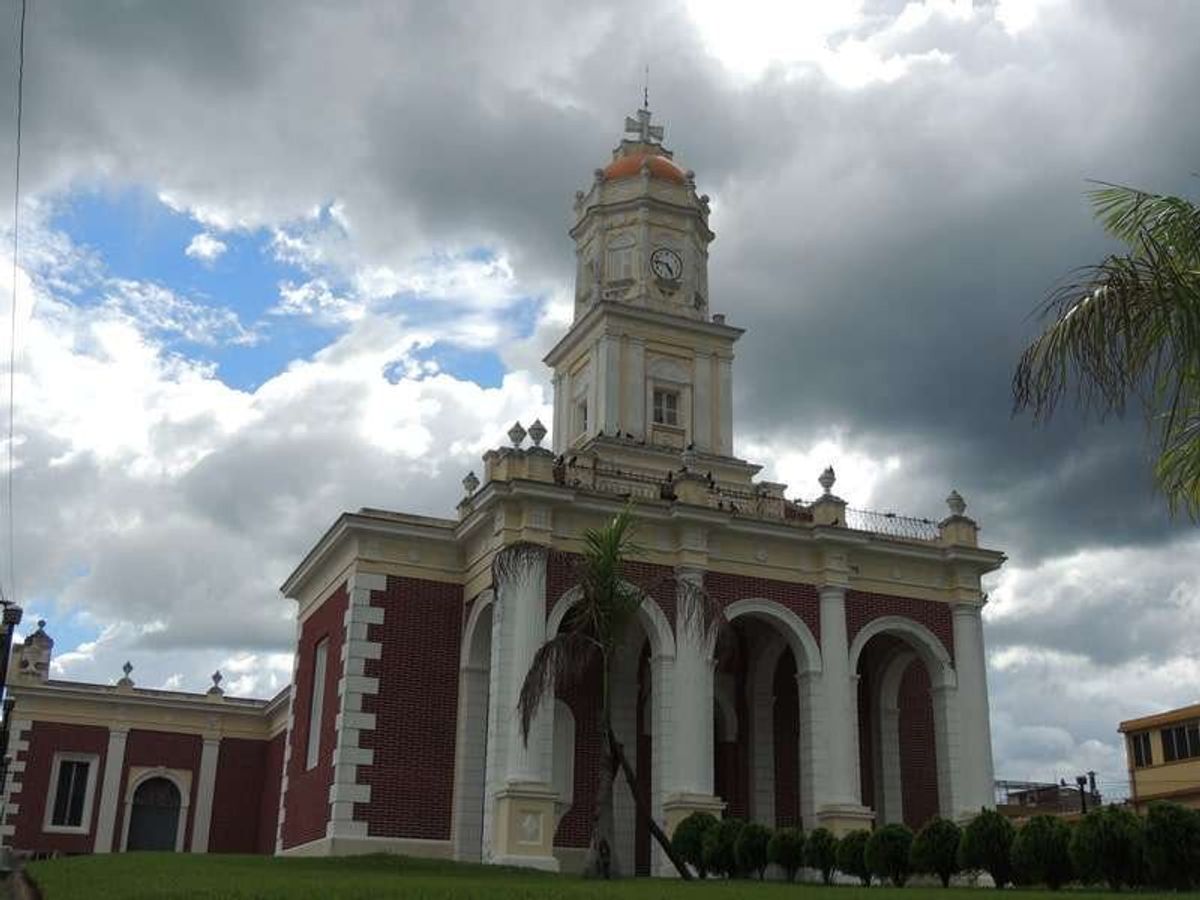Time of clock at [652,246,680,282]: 4:46
